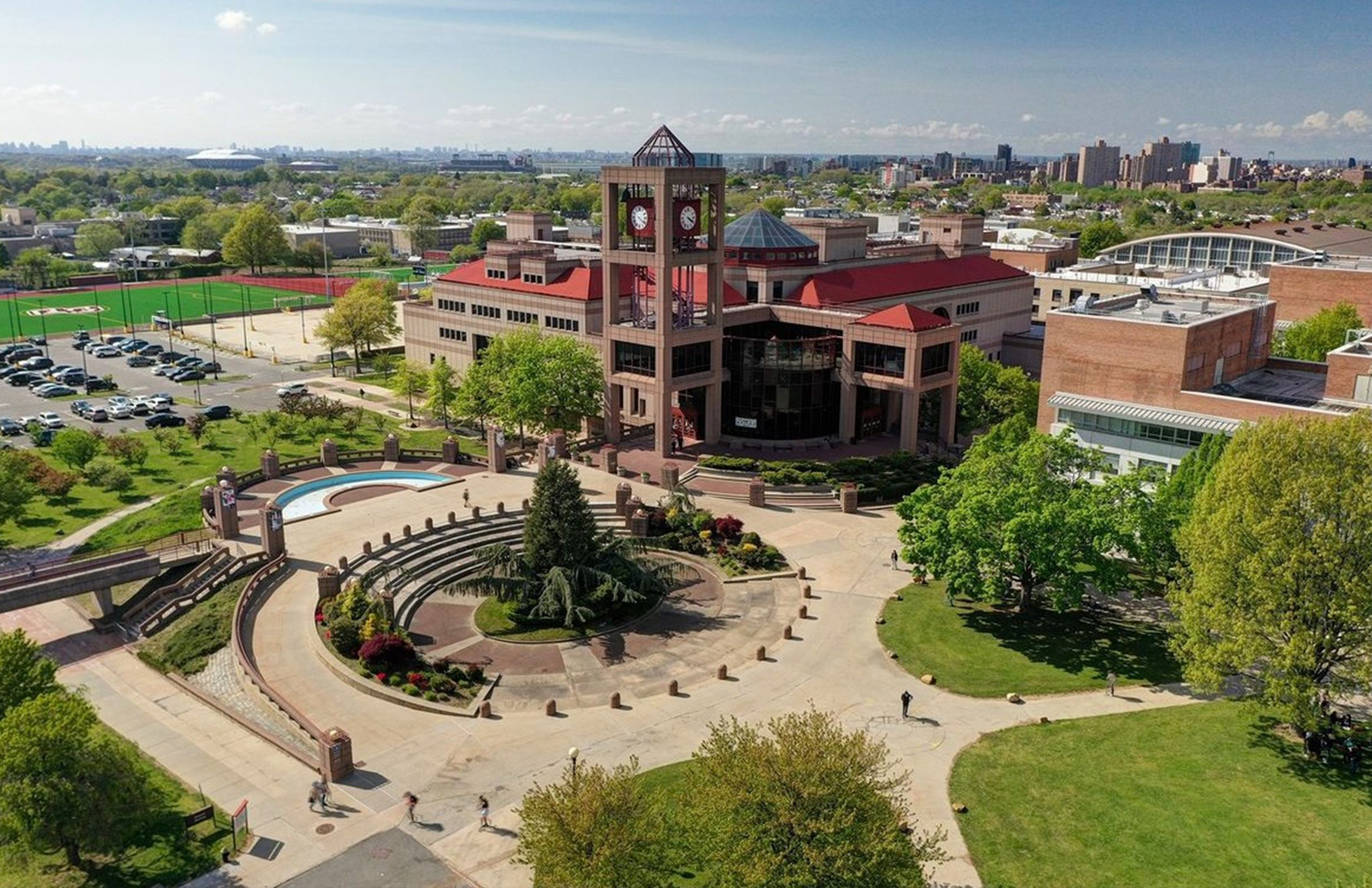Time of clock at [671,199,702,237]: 4:20
